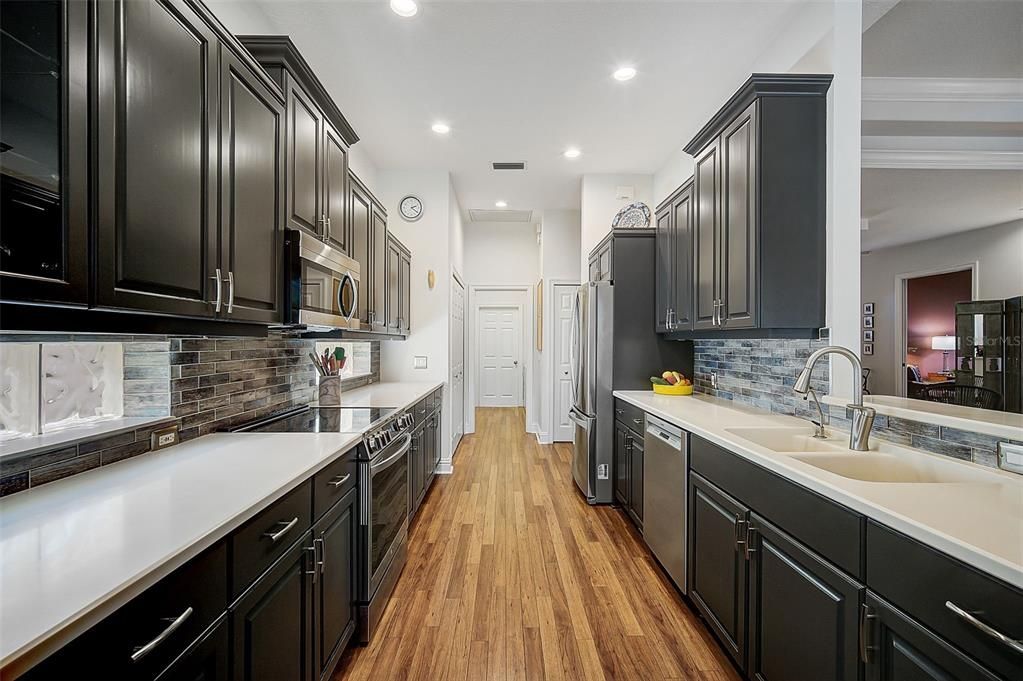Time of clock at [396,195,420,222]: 2:21
